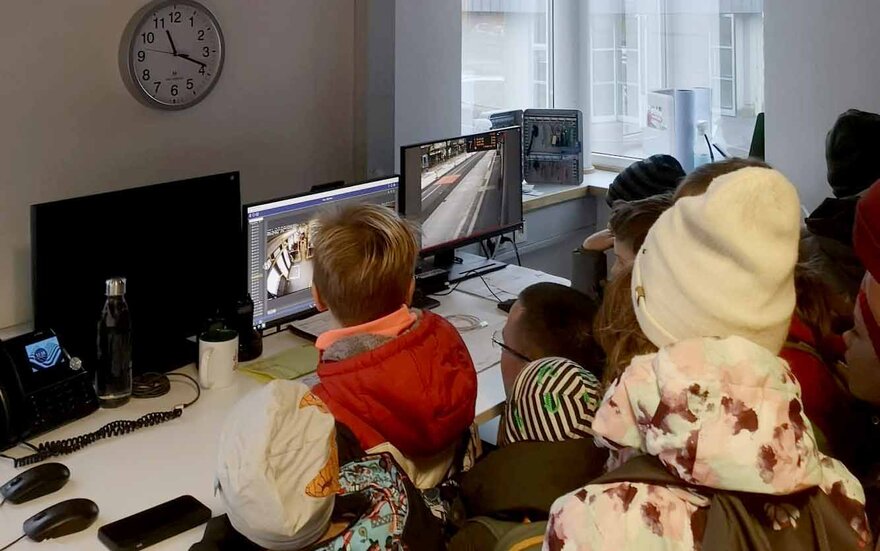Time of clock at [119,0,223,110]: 11:18
